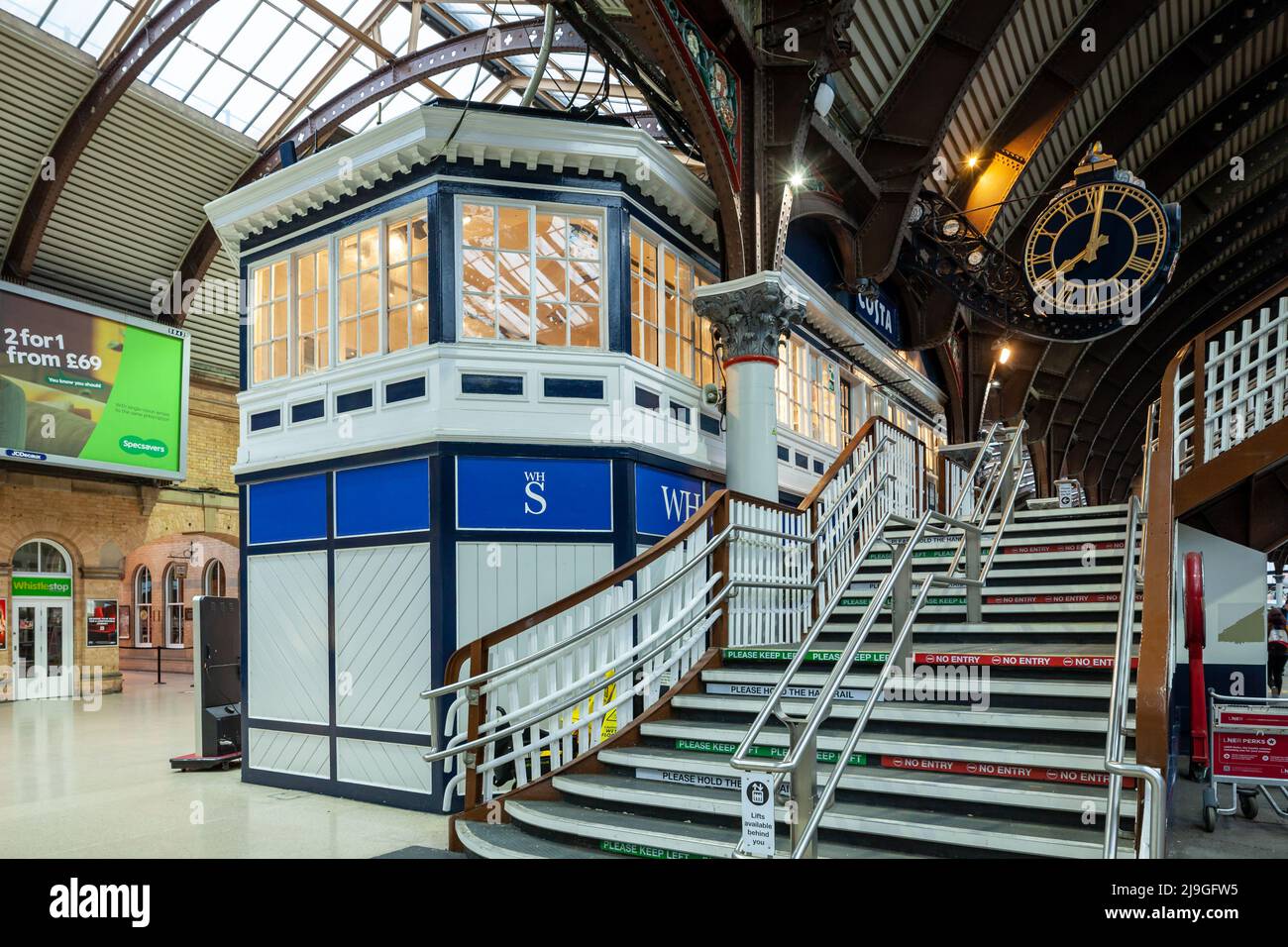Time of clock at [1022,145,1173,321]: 8:01
